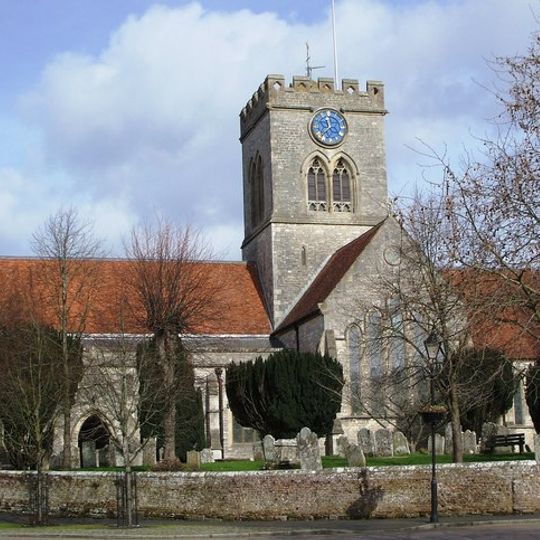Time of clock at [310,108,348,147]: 11:37
